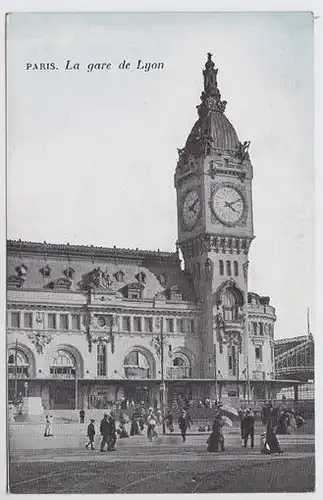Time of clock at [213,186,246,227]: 4:10
